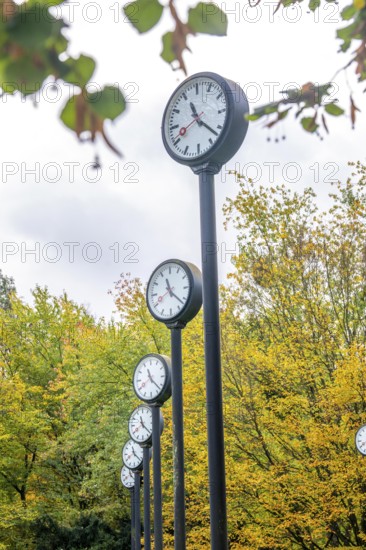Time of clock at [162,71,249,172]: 11:21
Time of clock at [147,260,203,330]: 11:21
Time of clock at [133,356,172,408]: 11:22
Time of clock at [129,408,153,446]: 11:21
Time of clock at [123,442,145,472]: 11:21
